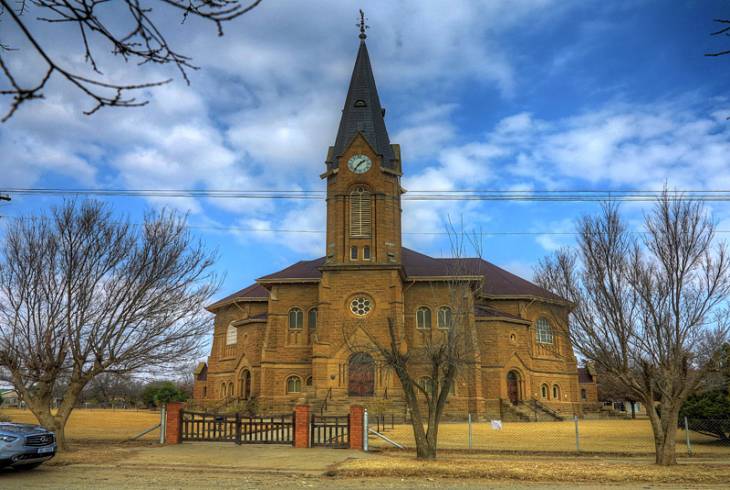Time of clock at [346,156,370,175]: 1:36
